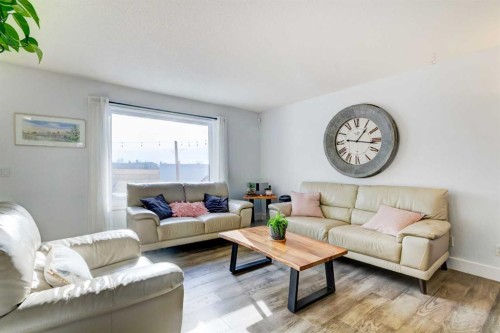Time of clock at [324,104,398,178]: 1:16
